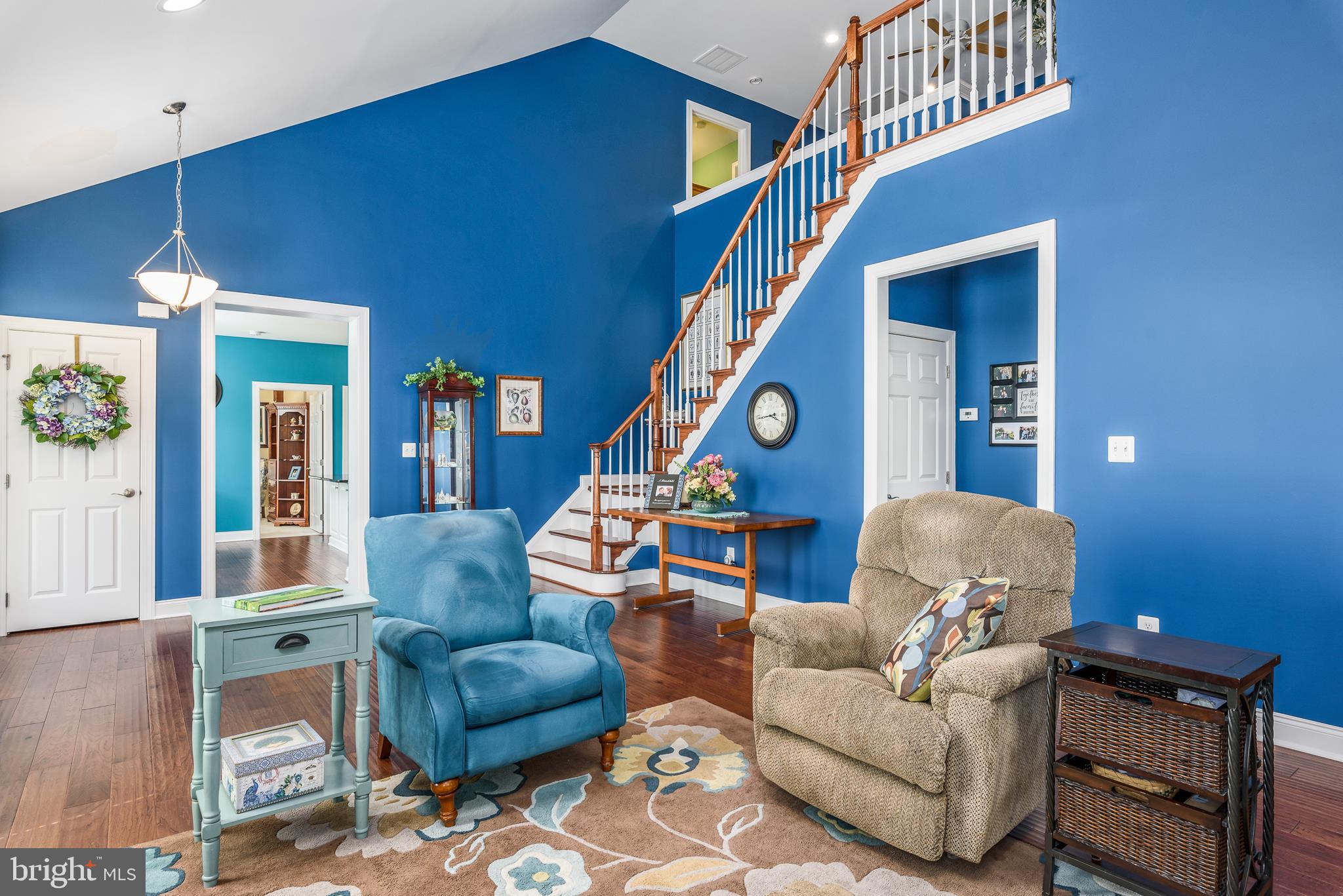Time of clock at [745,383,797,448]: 3:43
